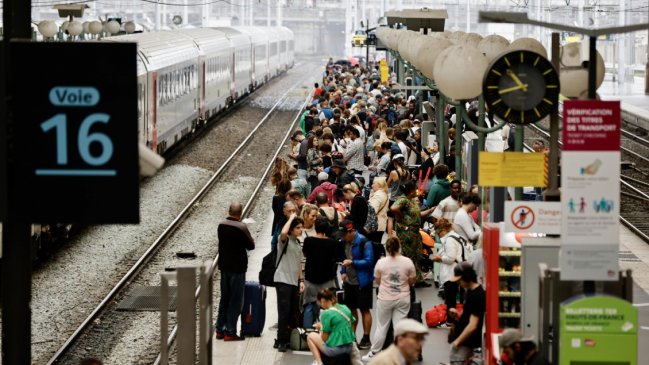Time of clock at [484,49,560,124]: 10:42
